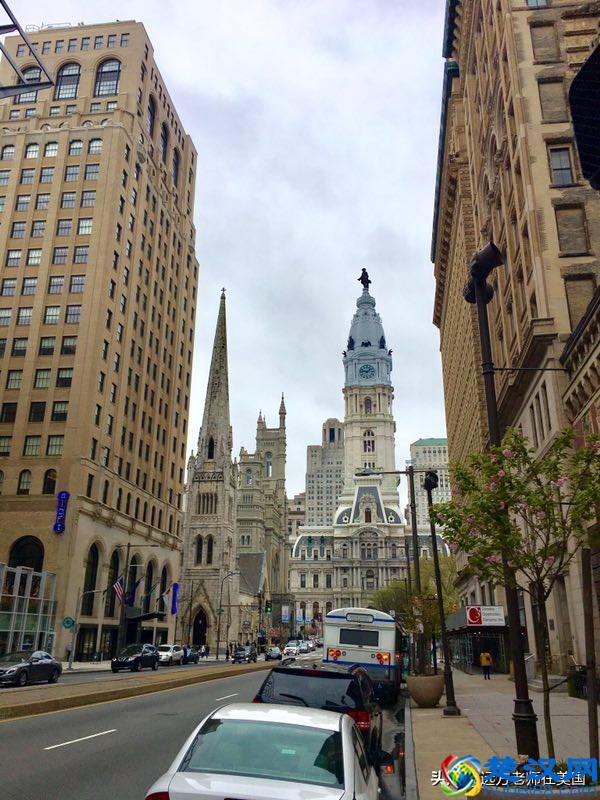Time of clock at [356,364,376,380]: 1:46
